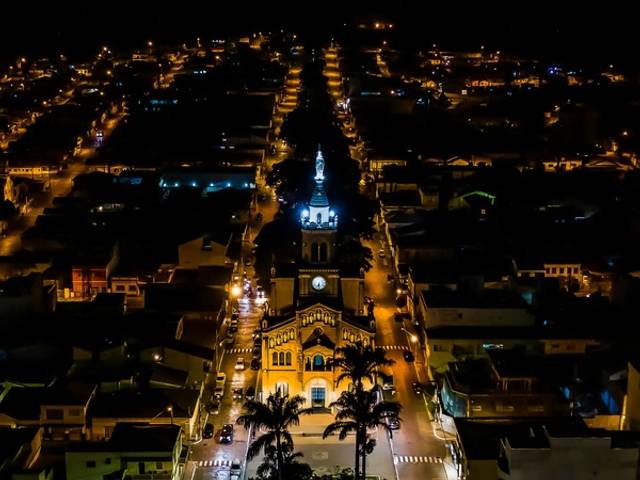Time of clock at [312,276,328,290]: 6:28
